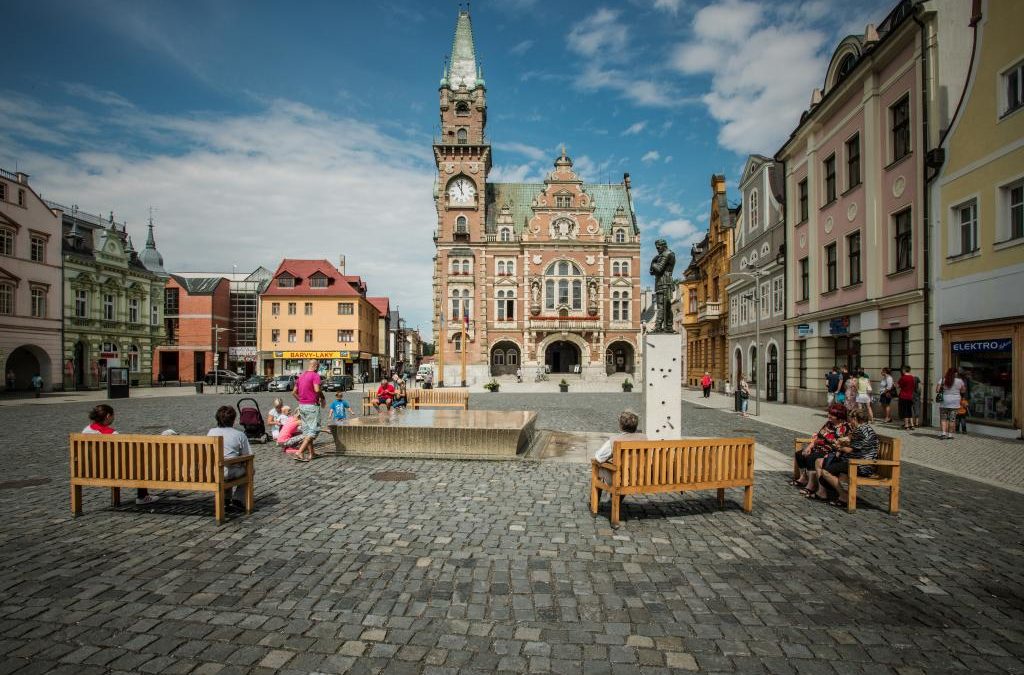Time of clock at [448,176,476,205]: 11:00
